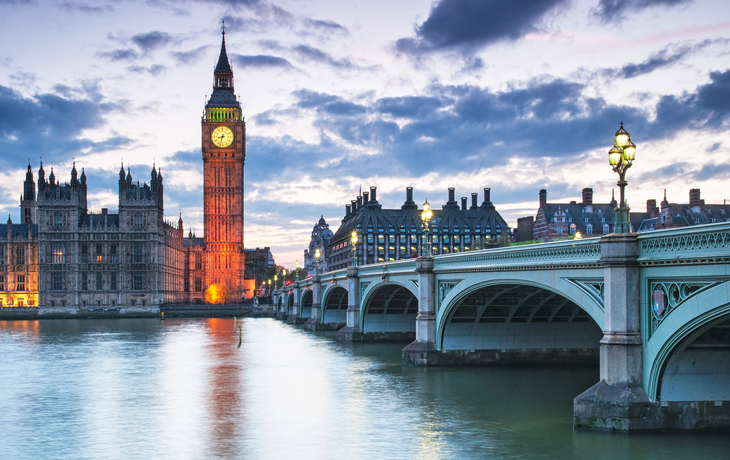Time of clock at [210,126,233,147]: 8:33
